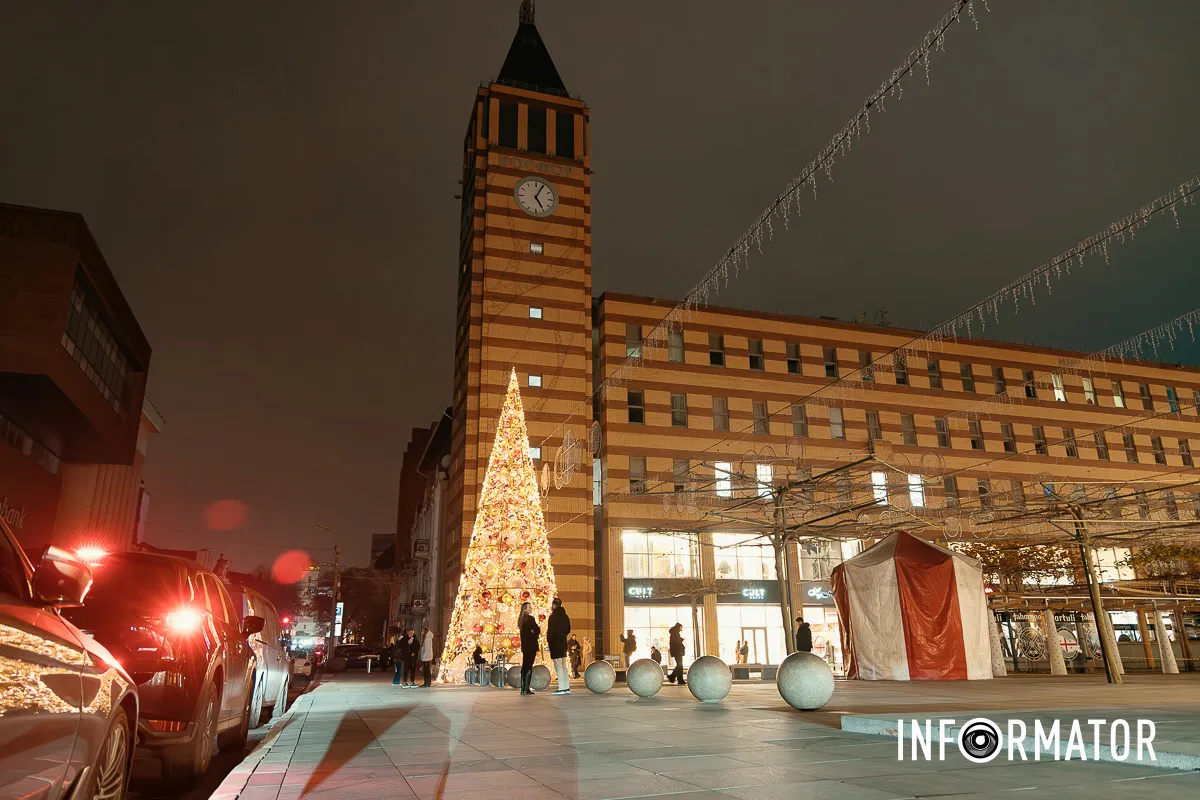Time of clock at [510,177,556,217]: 5:04
